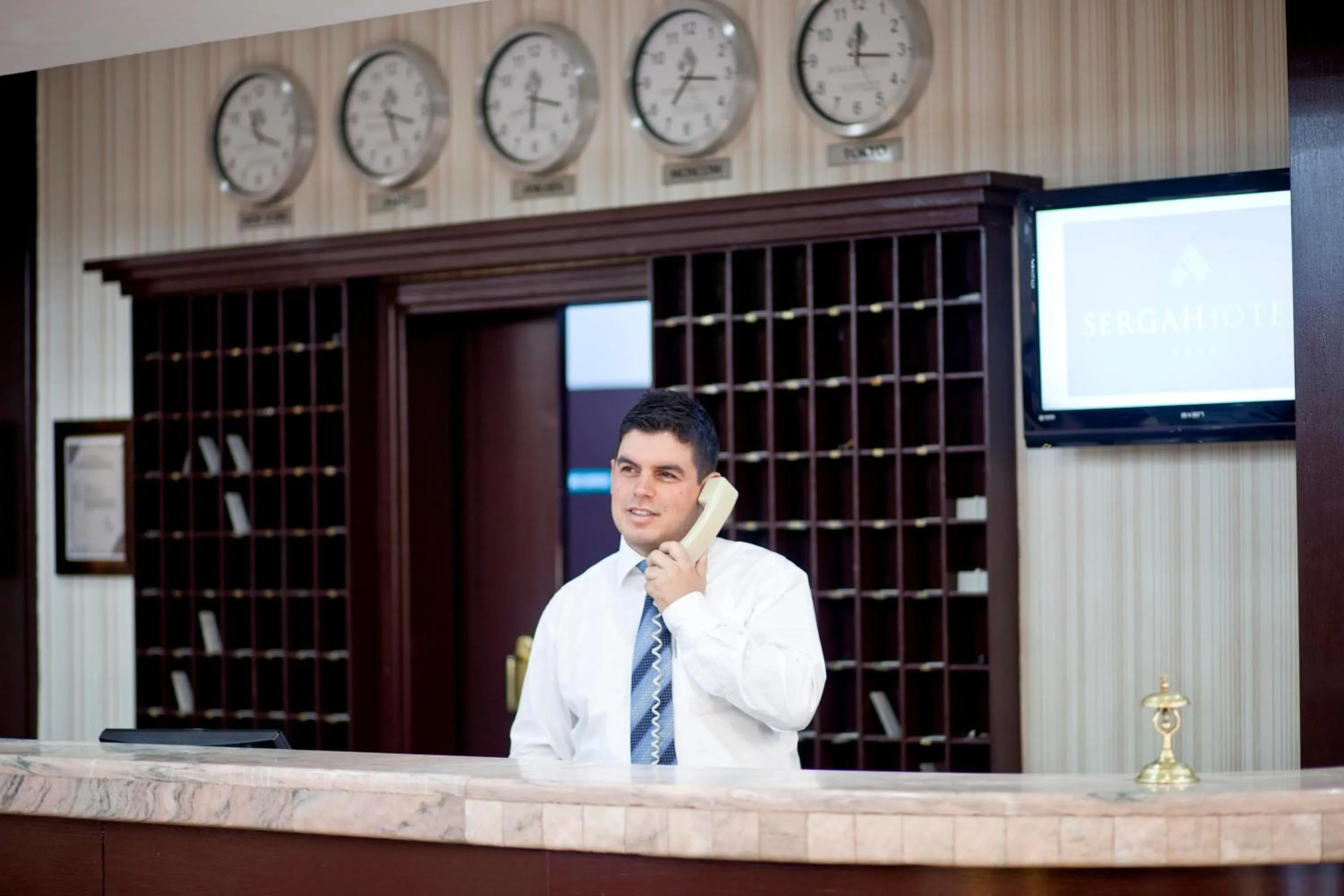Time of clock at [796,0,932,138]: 12:15
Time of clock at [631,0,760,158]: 7:15
